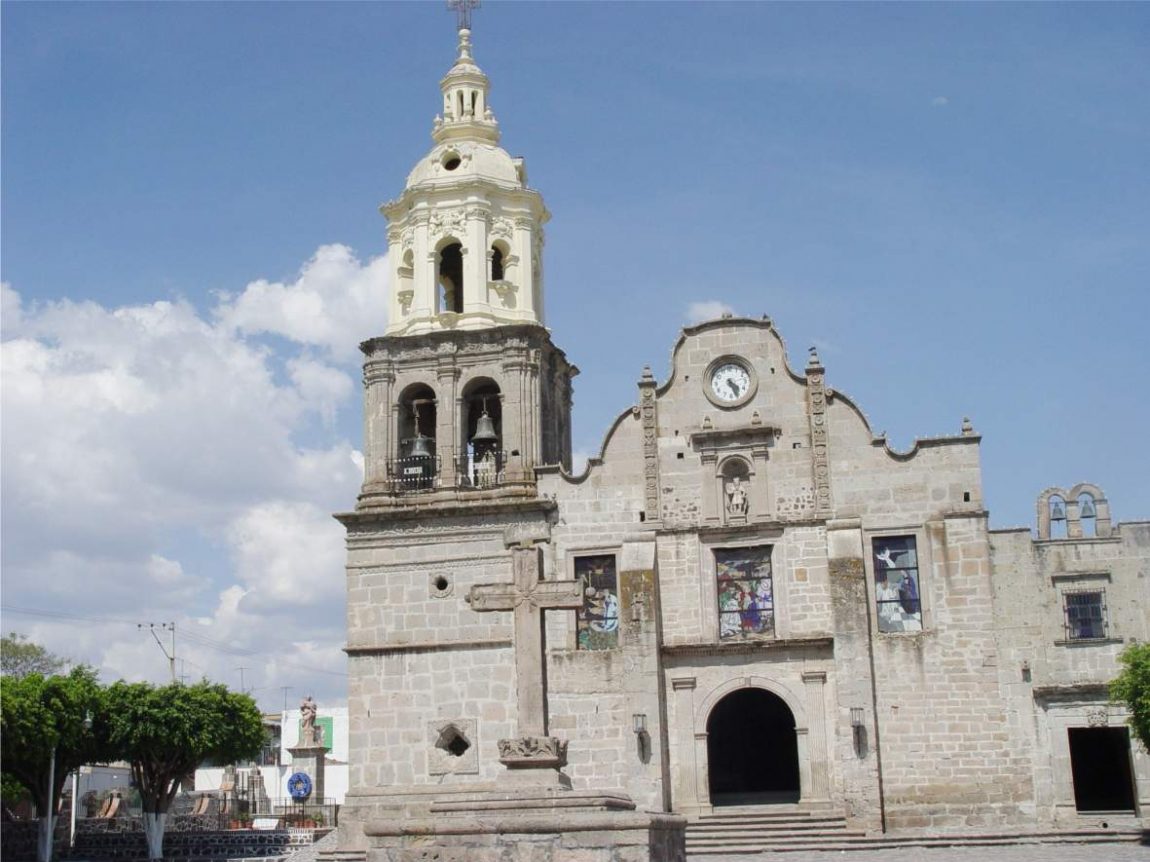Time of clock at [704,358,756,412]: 4:26
